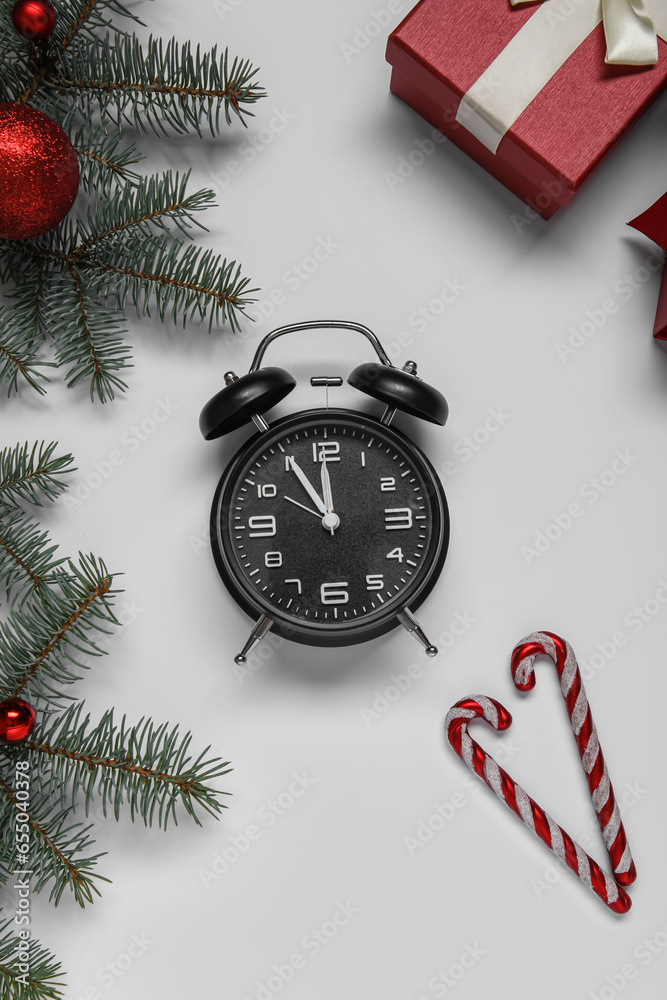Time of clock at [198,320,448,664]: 11:54
